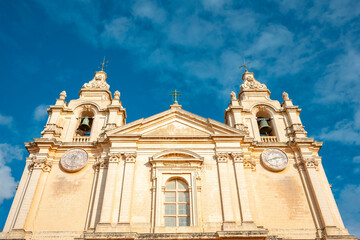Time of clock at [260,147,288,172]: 8:12
